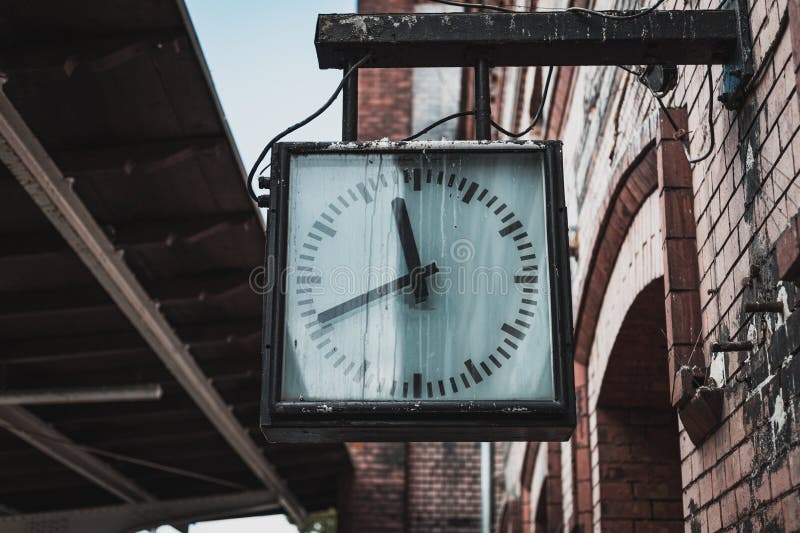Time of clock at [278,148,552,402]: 11:41
